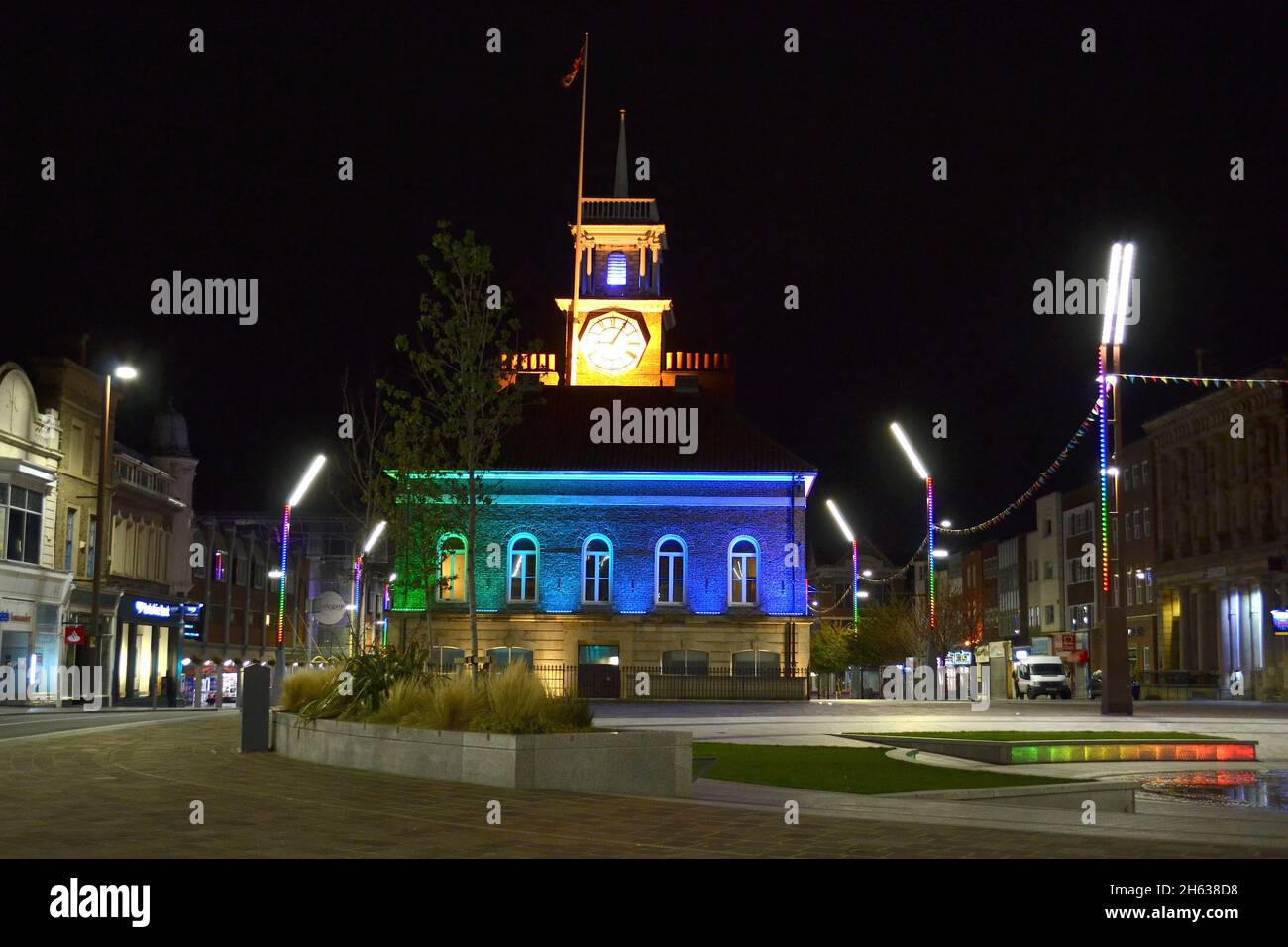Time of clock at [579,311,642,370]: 9:05
